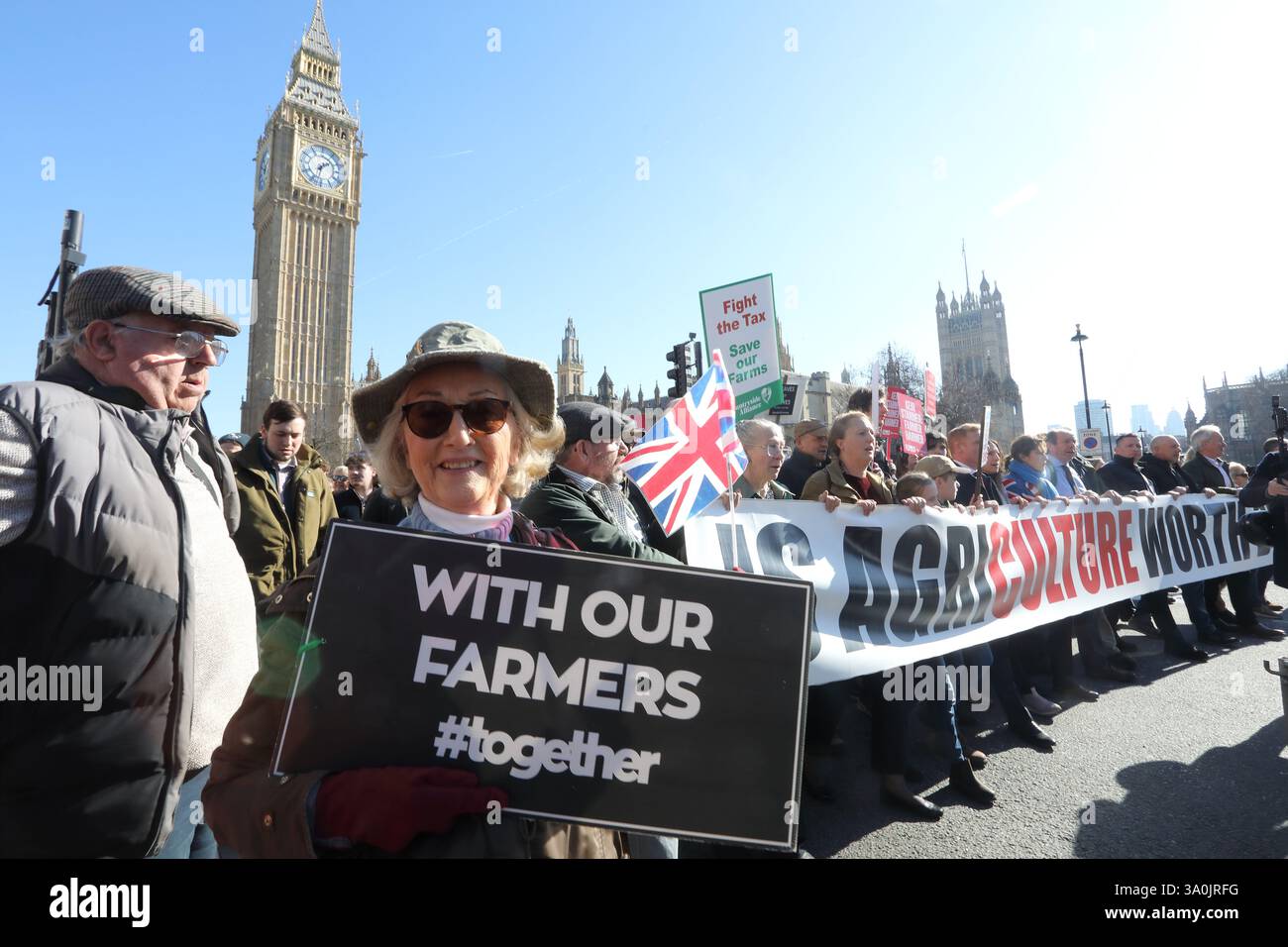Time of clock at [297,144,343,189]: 1:32
